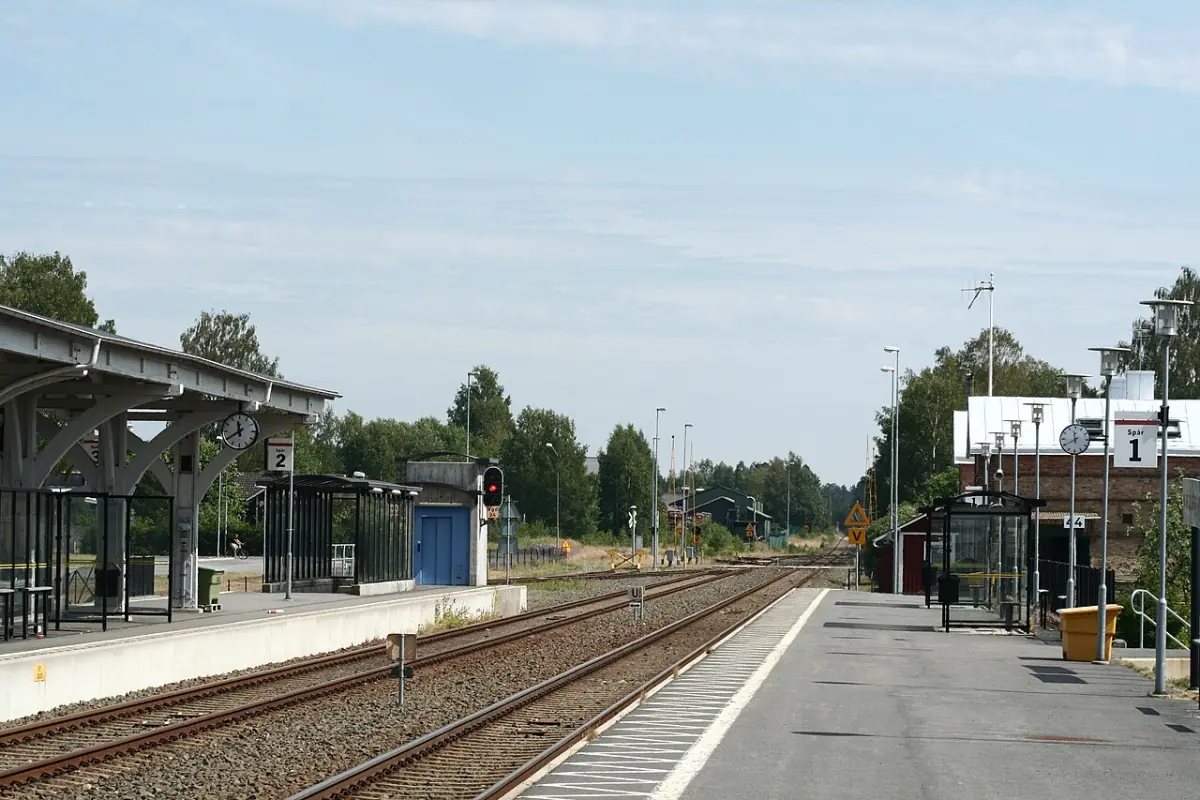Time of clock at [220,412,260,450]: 11:39
